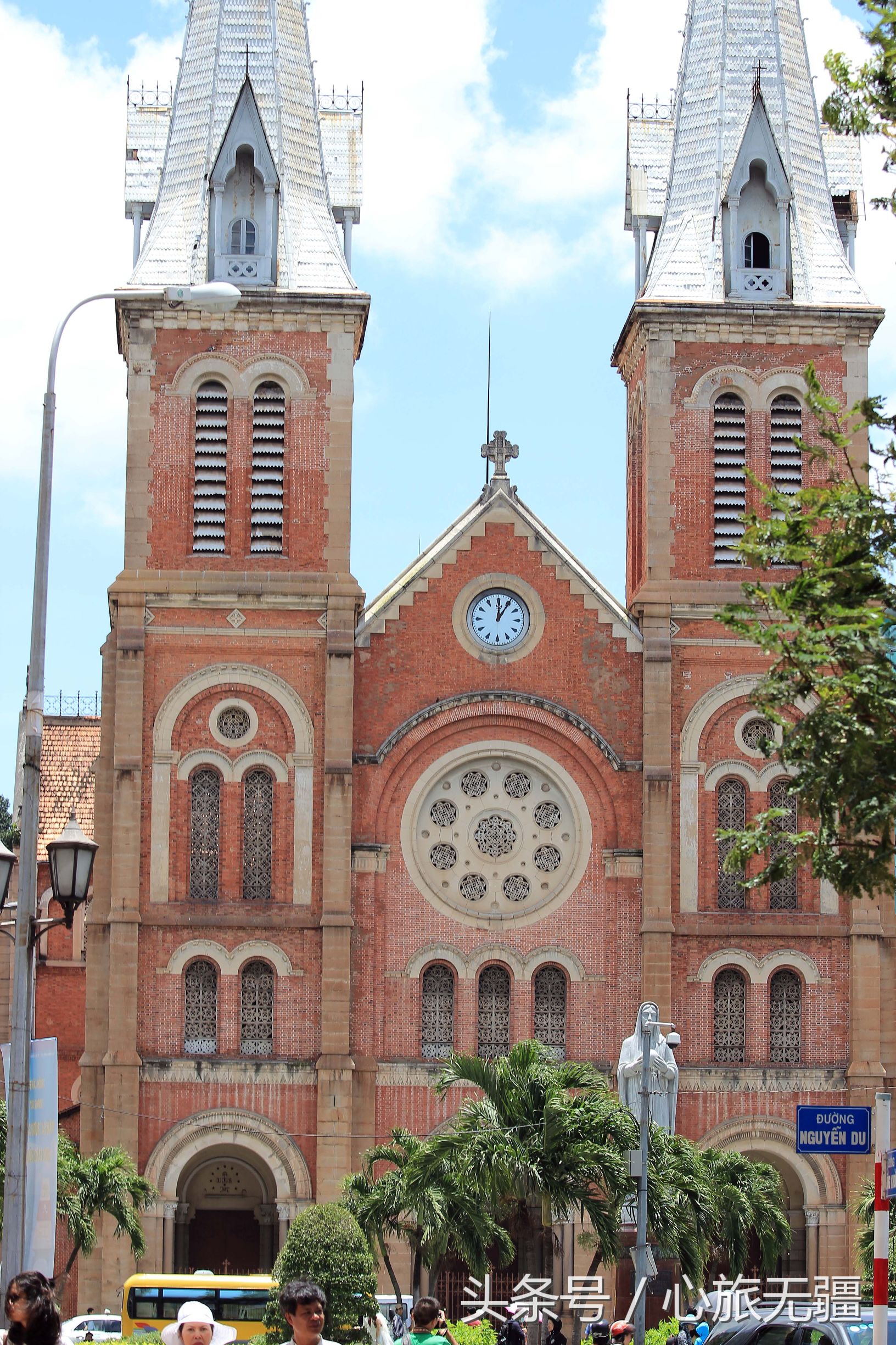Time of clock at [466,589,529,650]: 12:05
